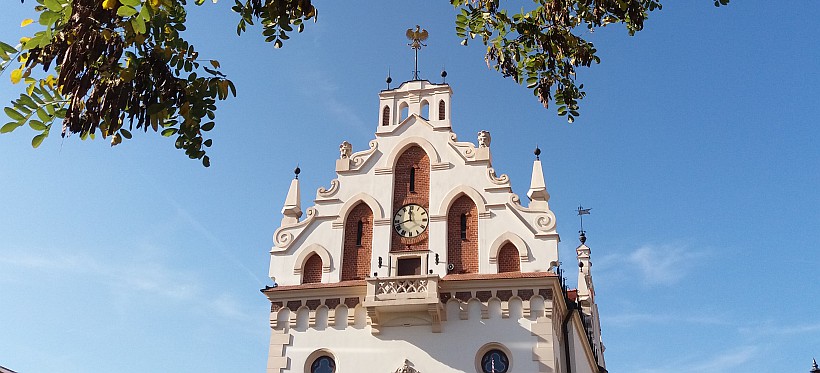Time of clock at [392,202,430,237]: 11:42
